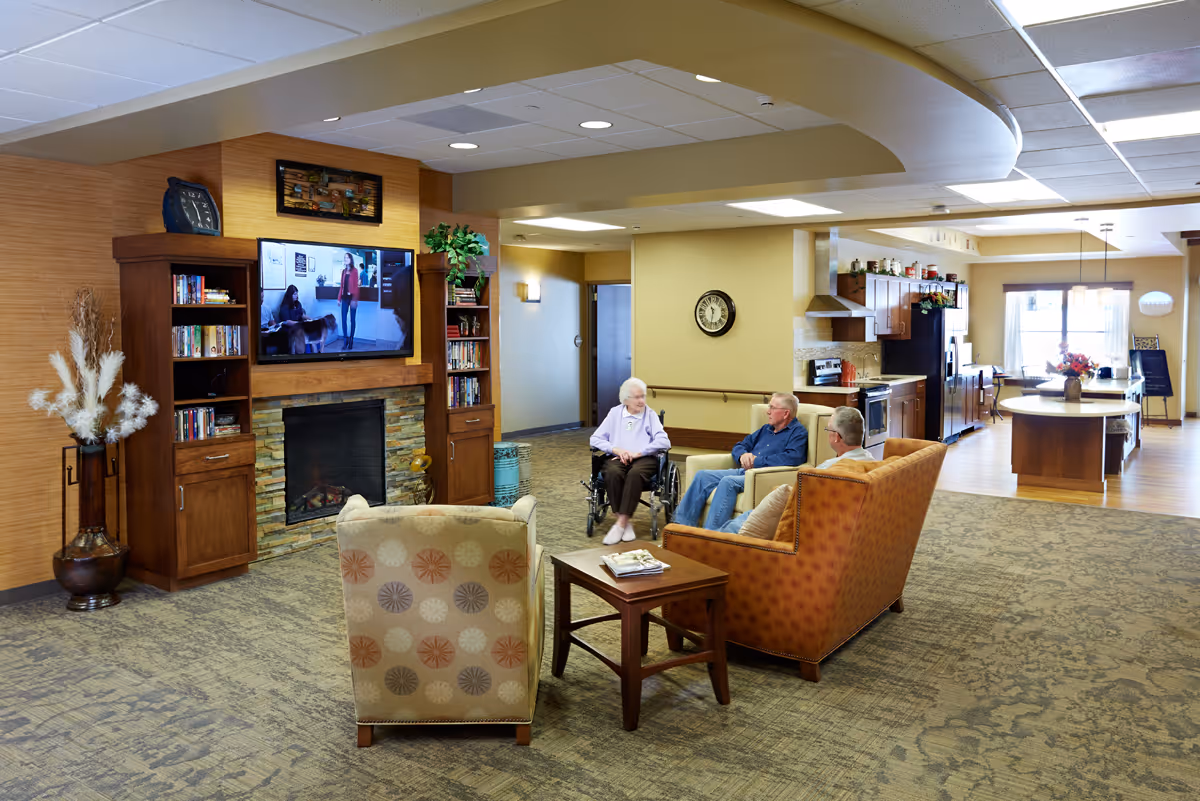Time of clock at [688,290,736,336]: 11:31
